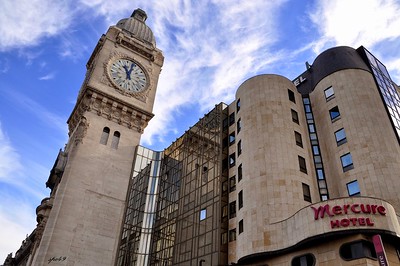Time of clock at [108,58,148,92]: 11:03
